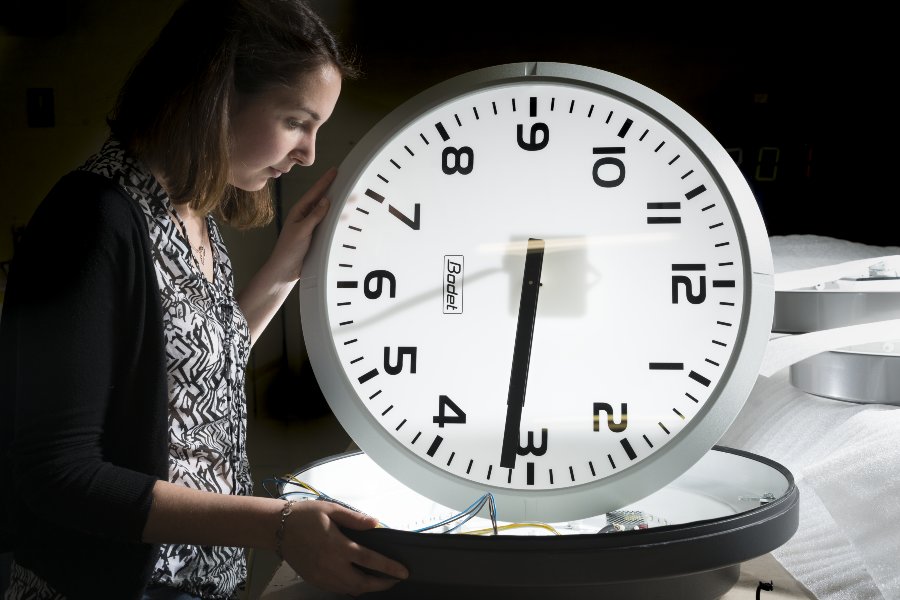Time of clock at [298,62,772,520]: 6:31
